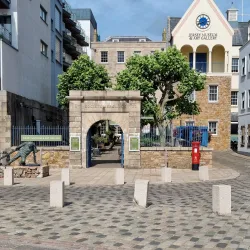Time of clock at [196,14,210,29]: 4:41
